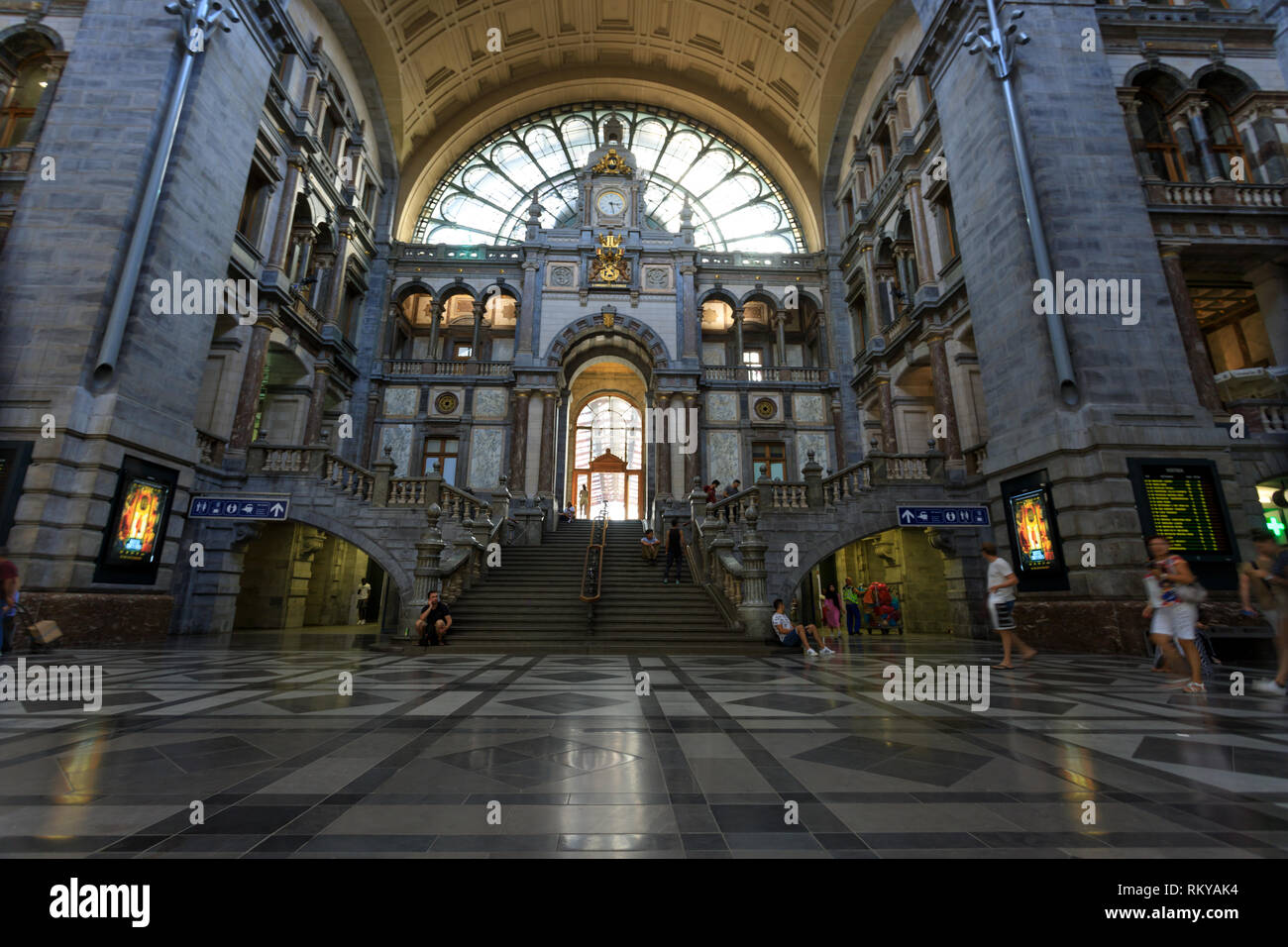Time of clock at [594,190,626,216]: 3:27
